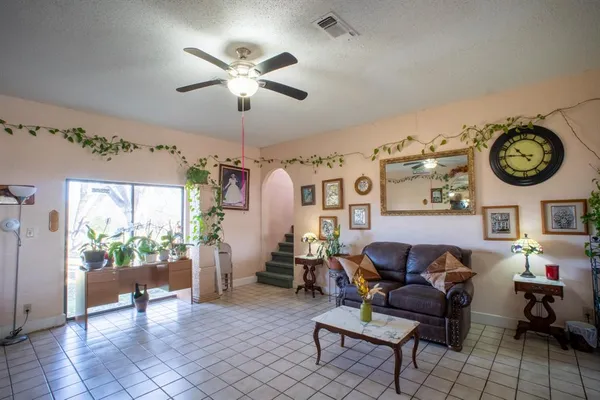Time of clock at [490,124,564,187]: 10:45
